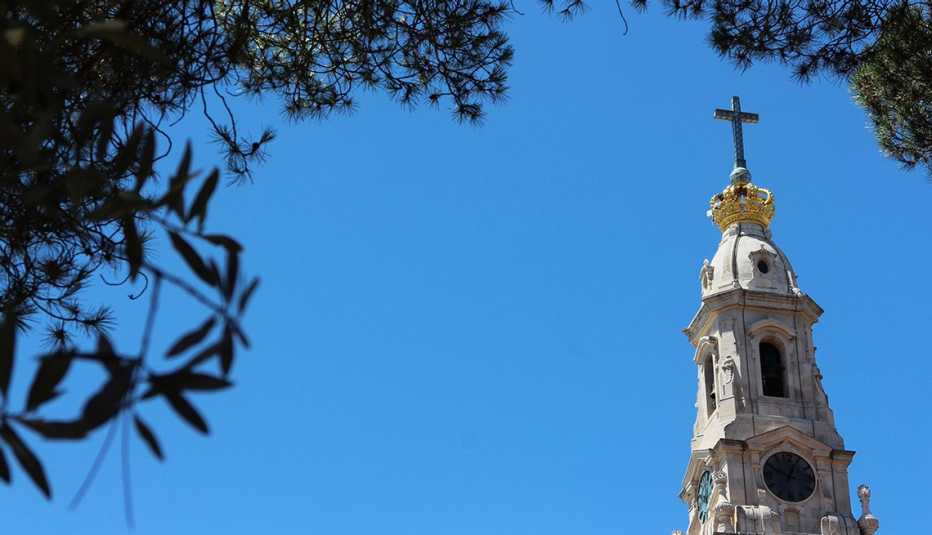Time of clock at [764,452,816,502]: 12:49
